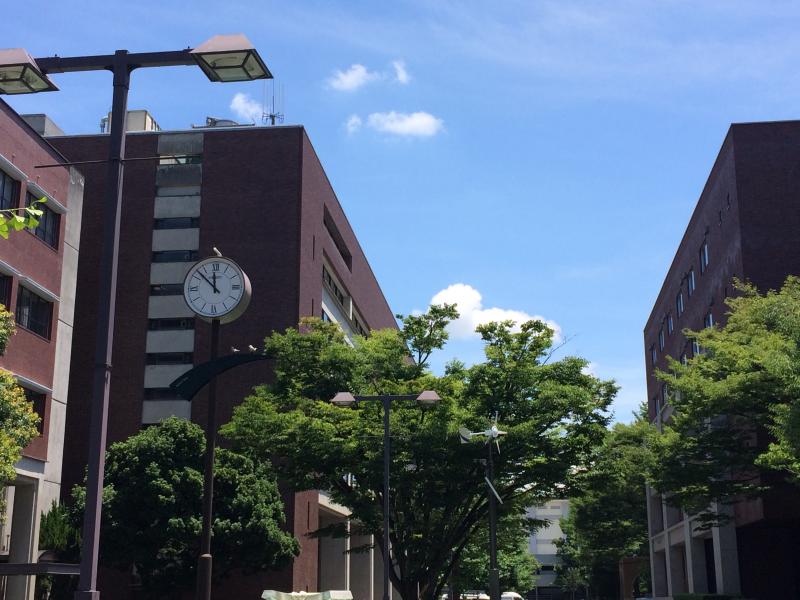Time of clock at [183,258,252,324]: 11:52
